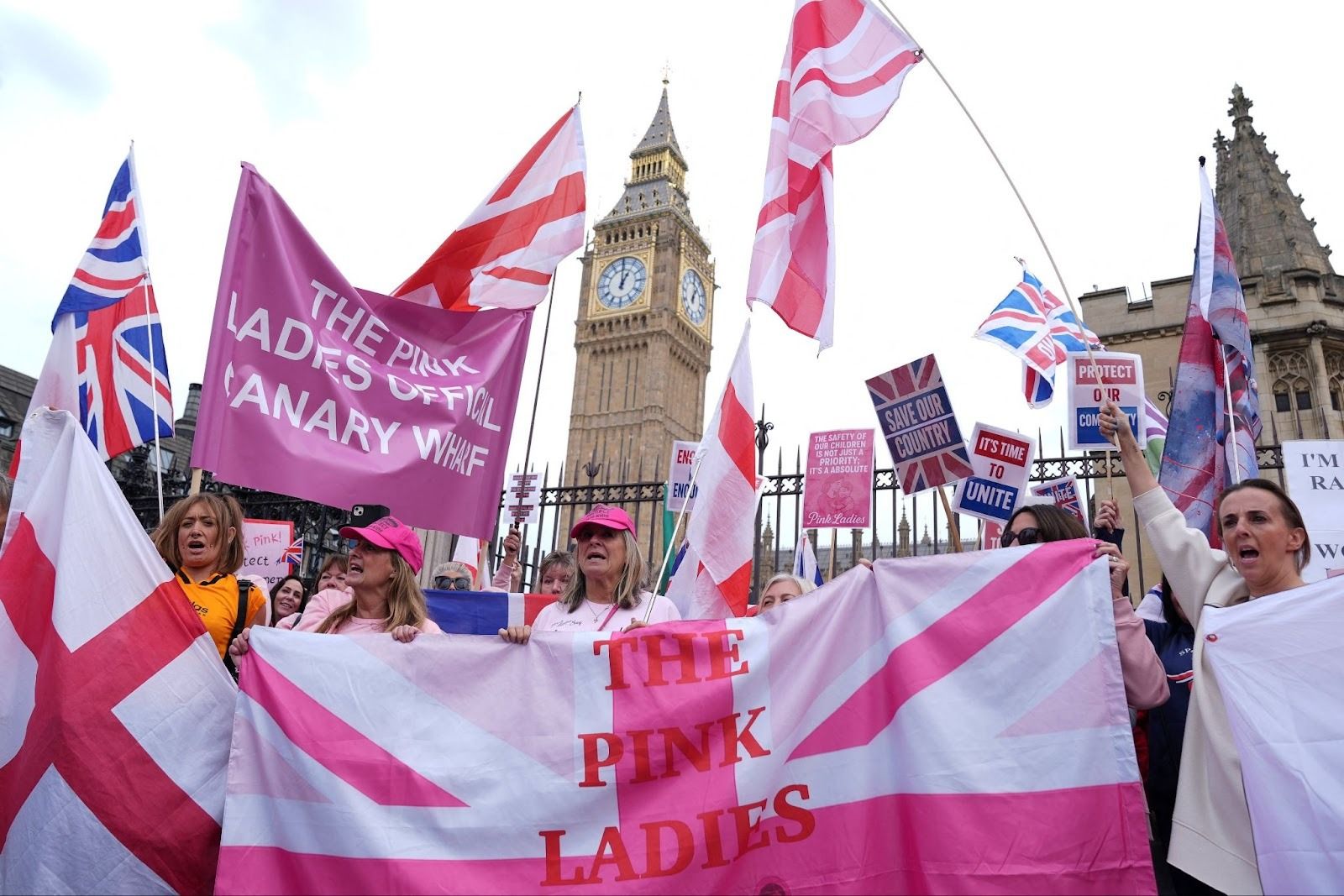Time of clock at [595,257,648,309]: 1:00
